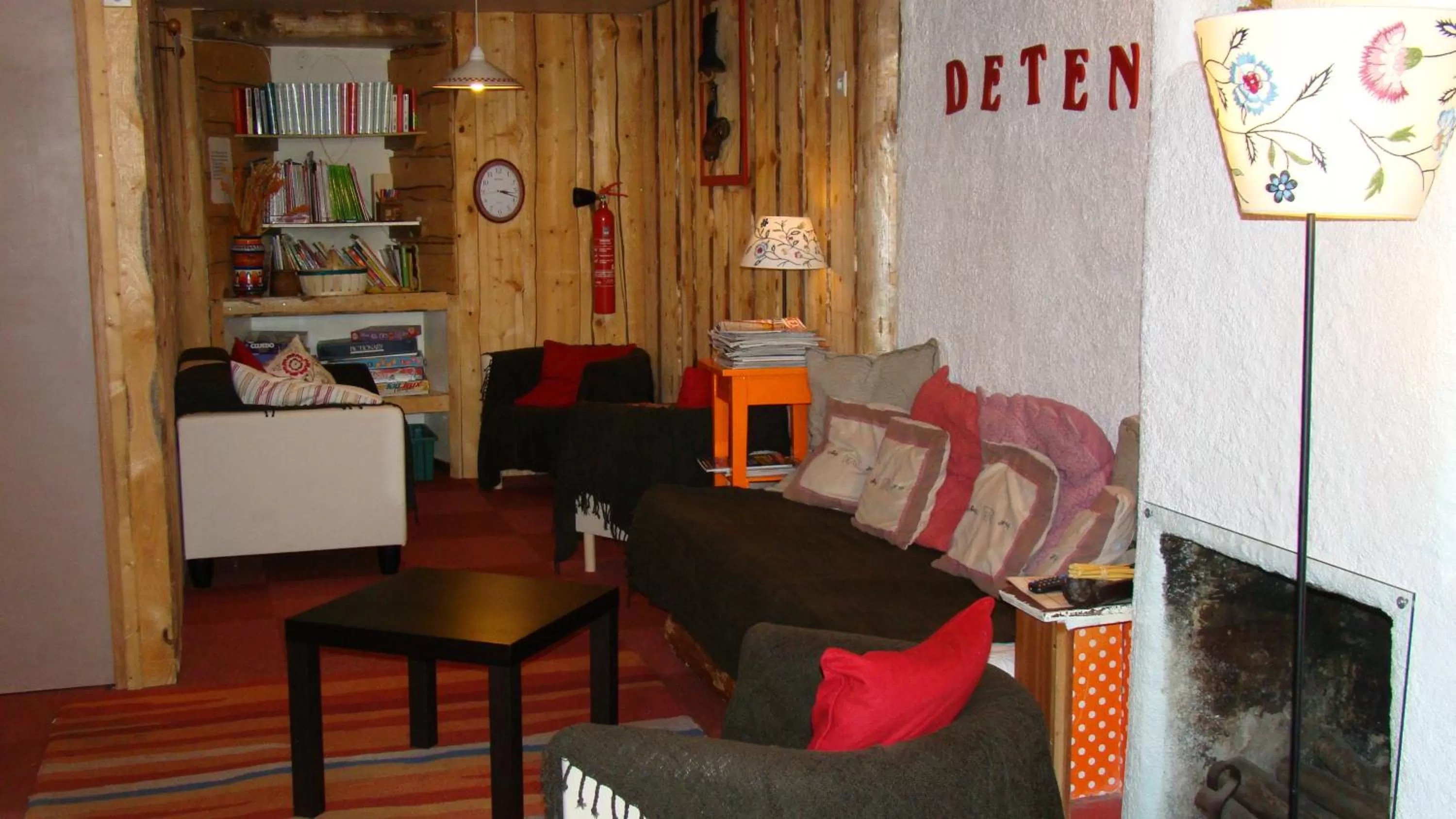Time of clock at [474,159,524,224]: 3:18
